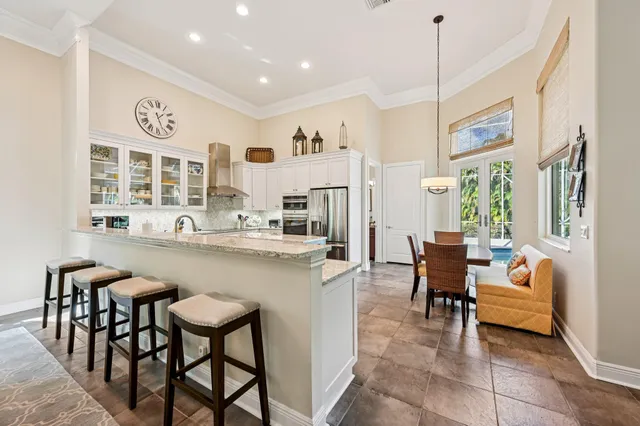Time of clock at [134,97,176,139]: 1:26
